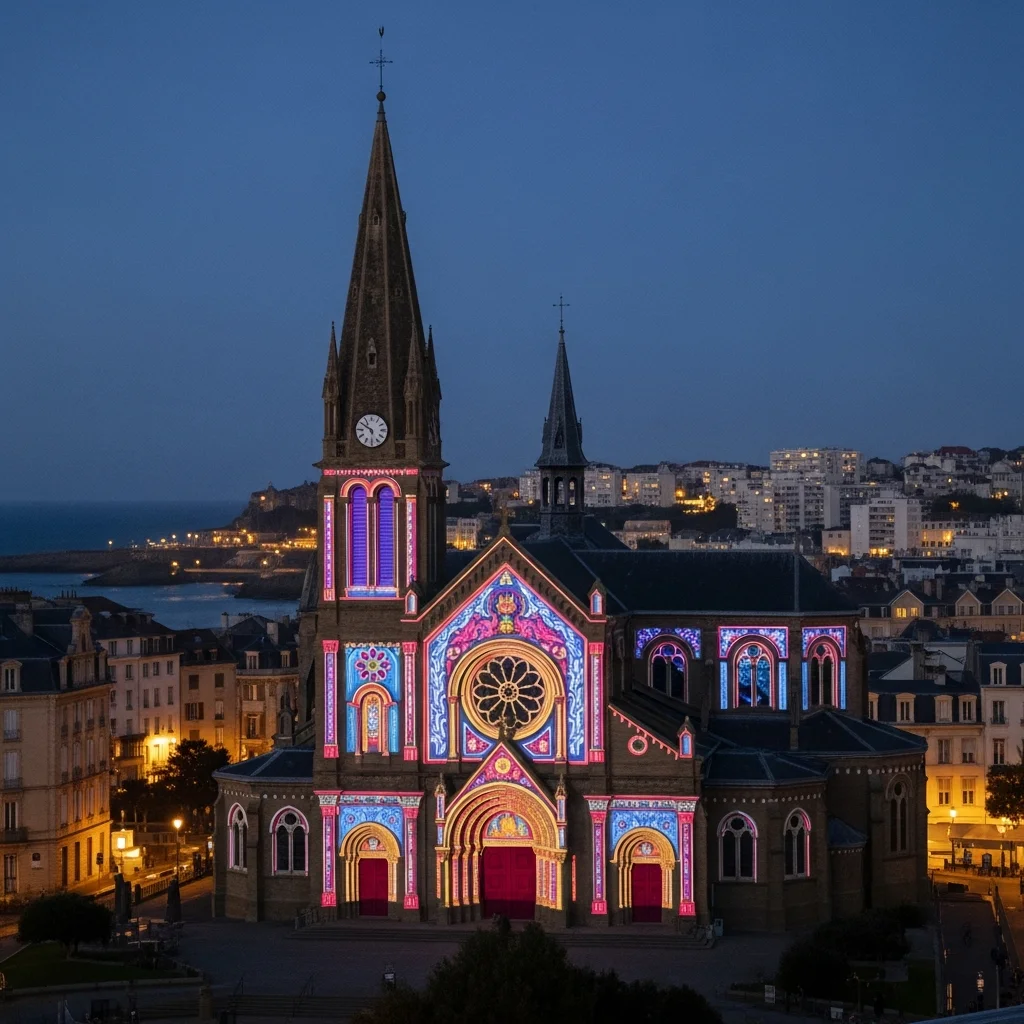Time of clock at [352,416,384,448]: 5:50
